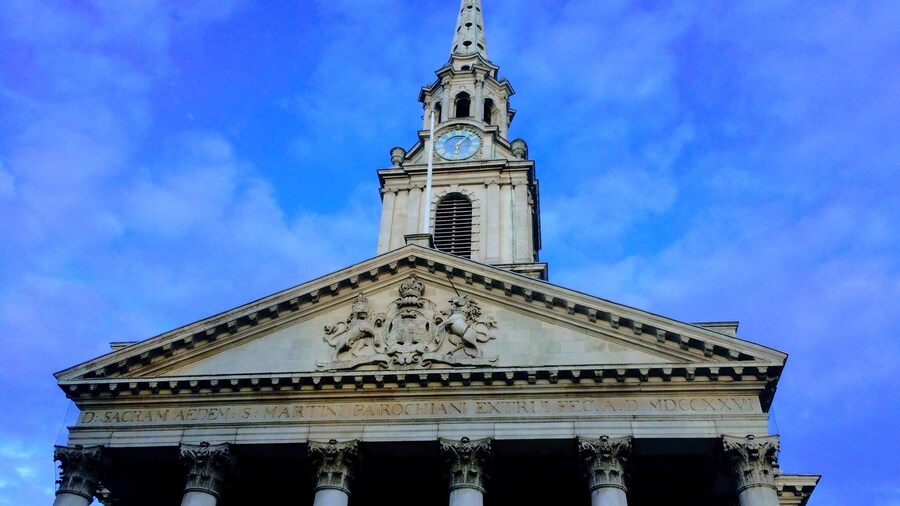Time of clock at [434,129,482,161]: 6:07
